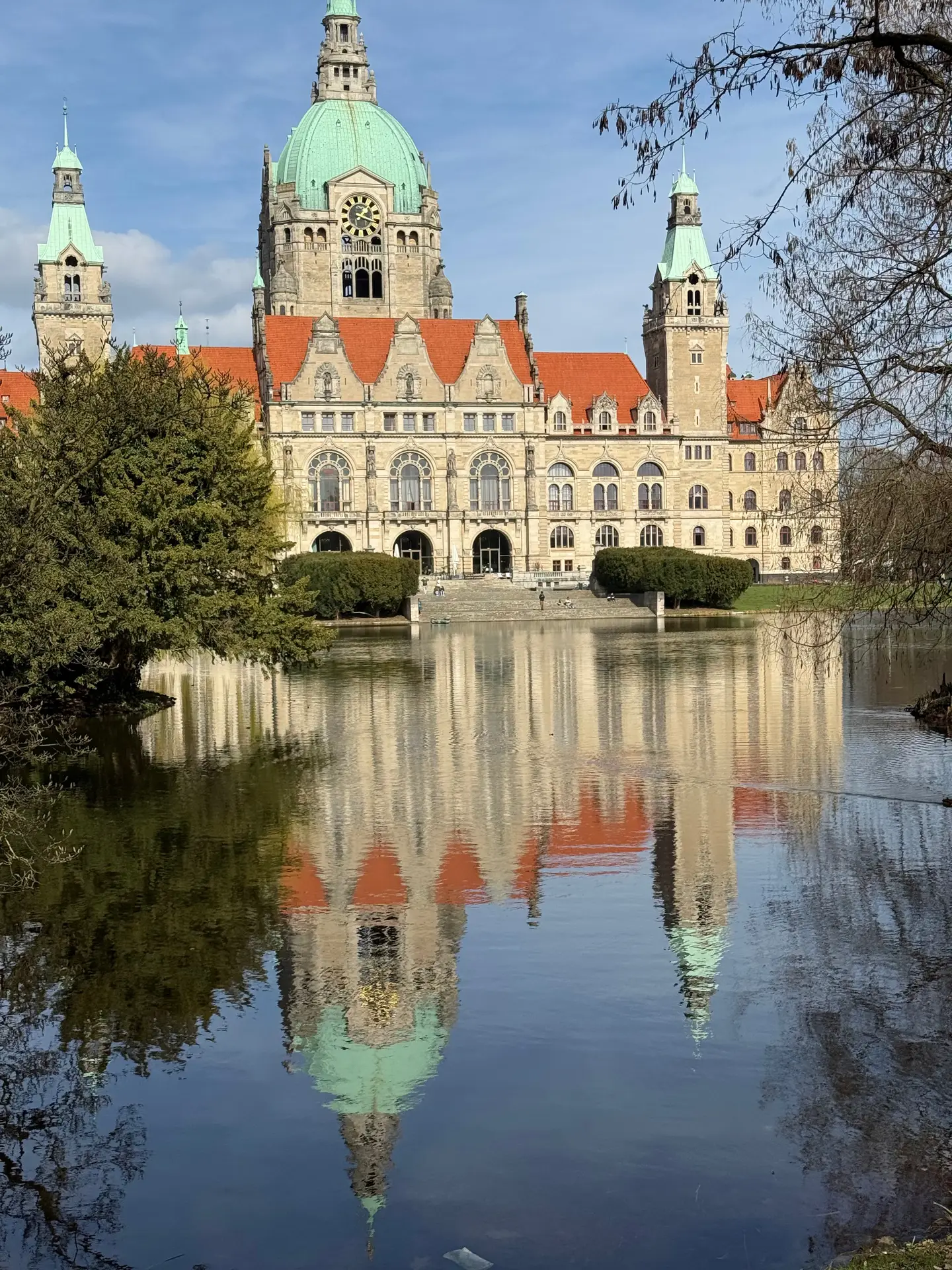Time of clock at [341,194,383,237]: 1:17
